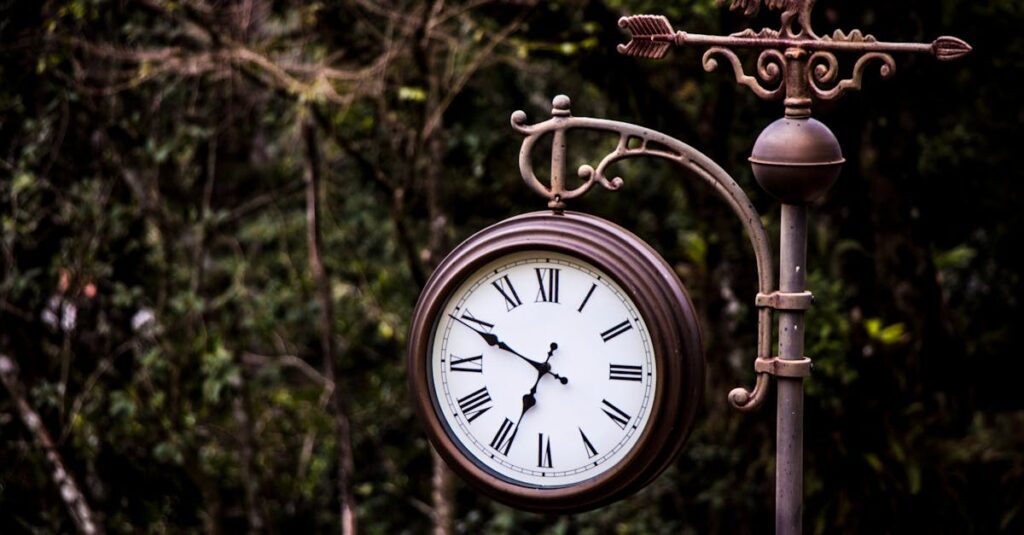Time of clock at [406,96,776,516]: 6:49
